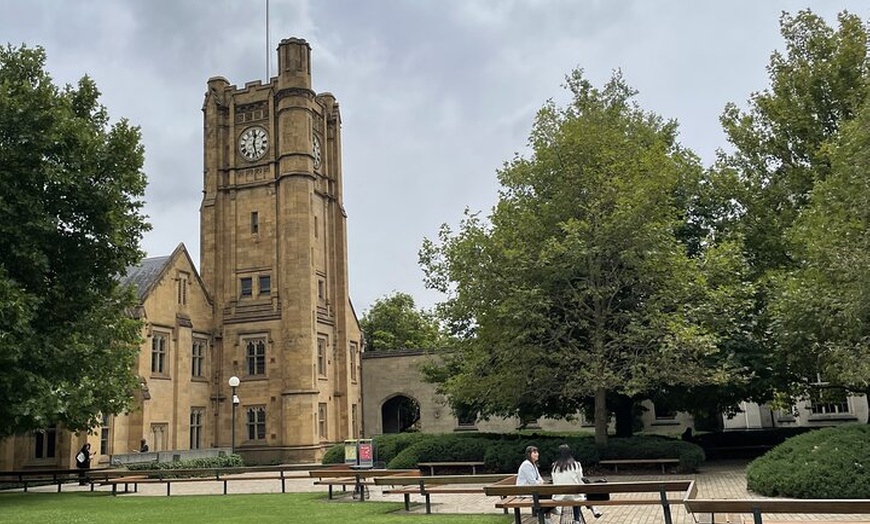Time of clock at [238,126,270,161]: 12:27
